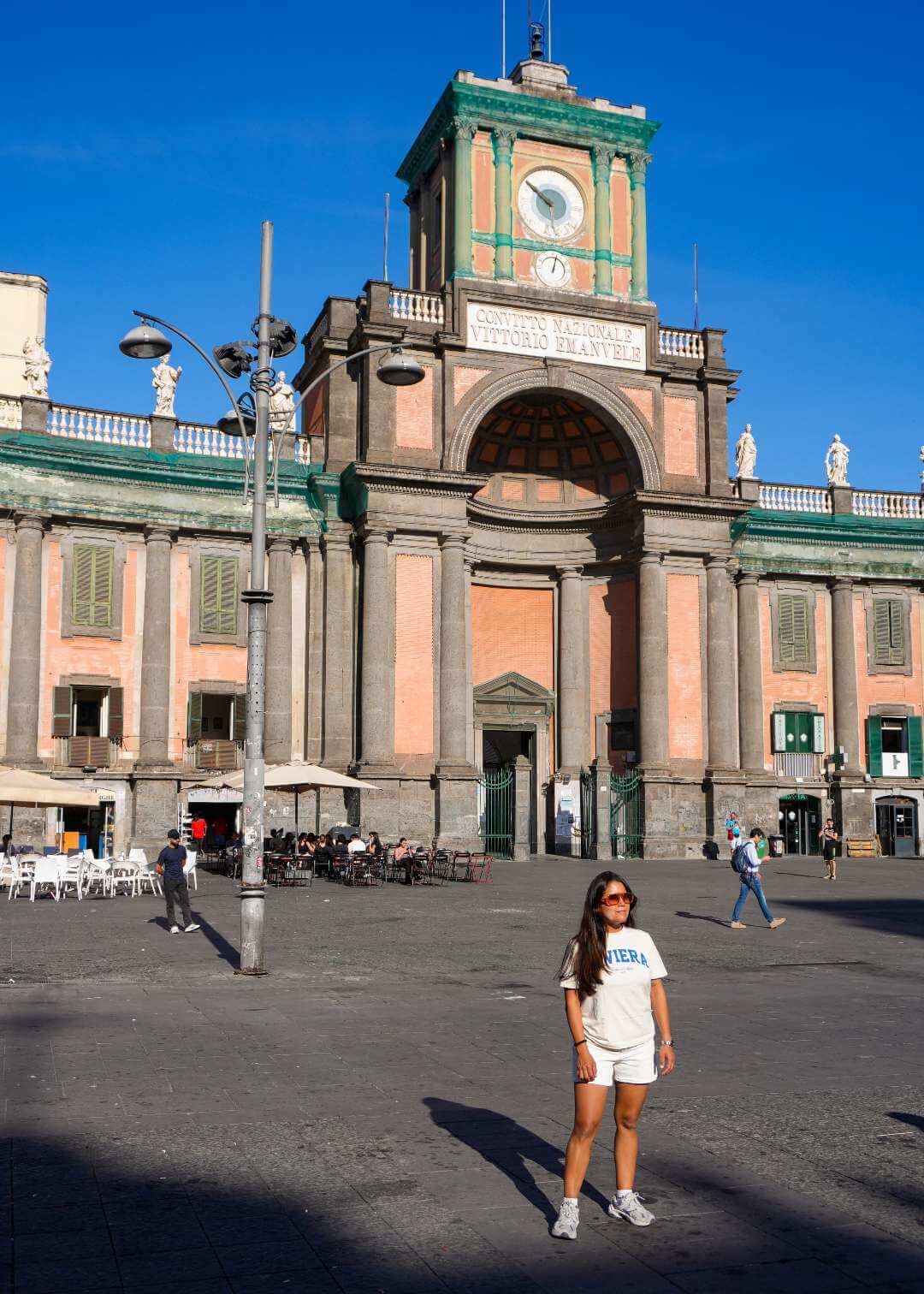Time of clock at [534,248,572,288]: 1:02
